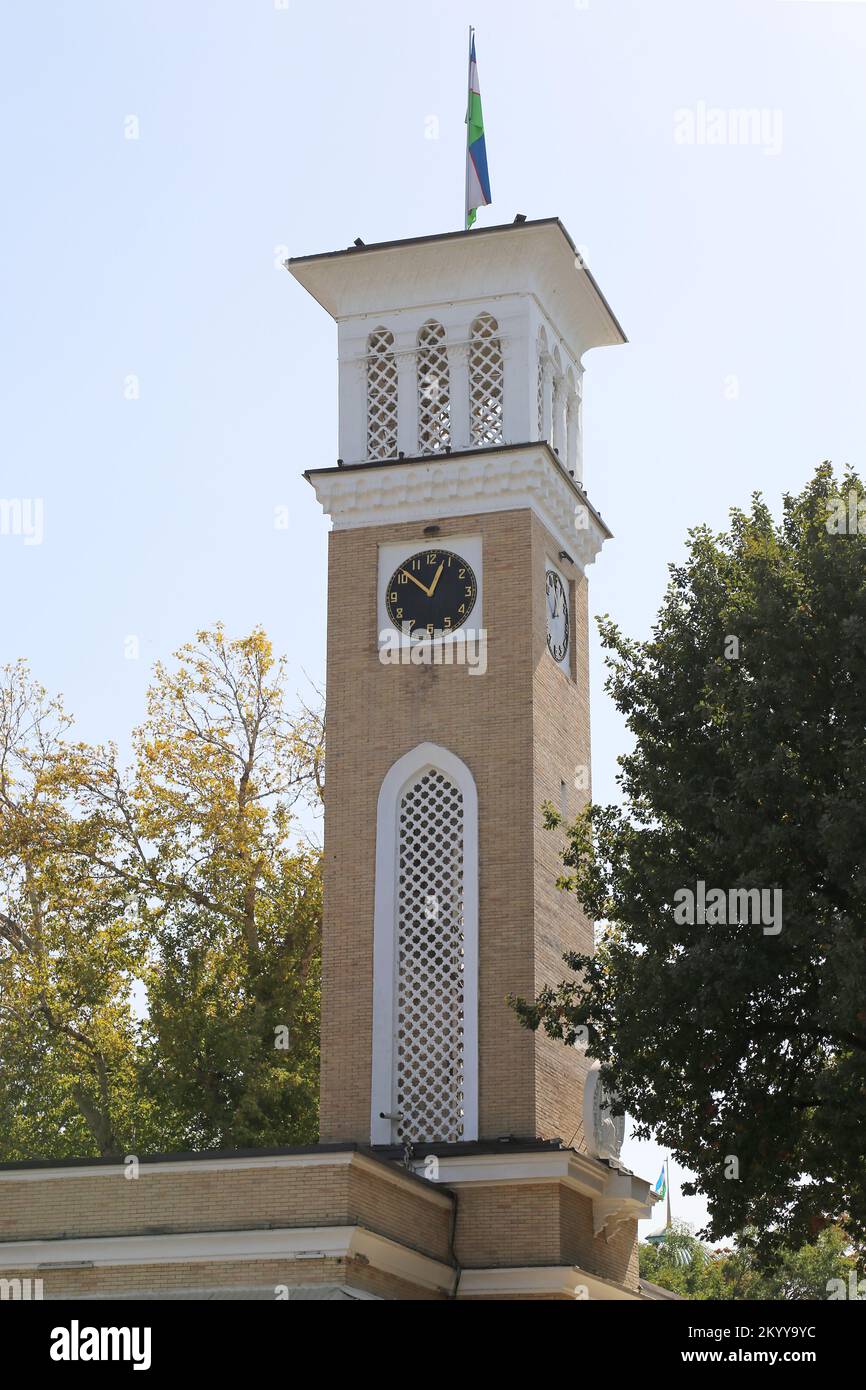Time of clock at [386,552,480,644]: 12:51
